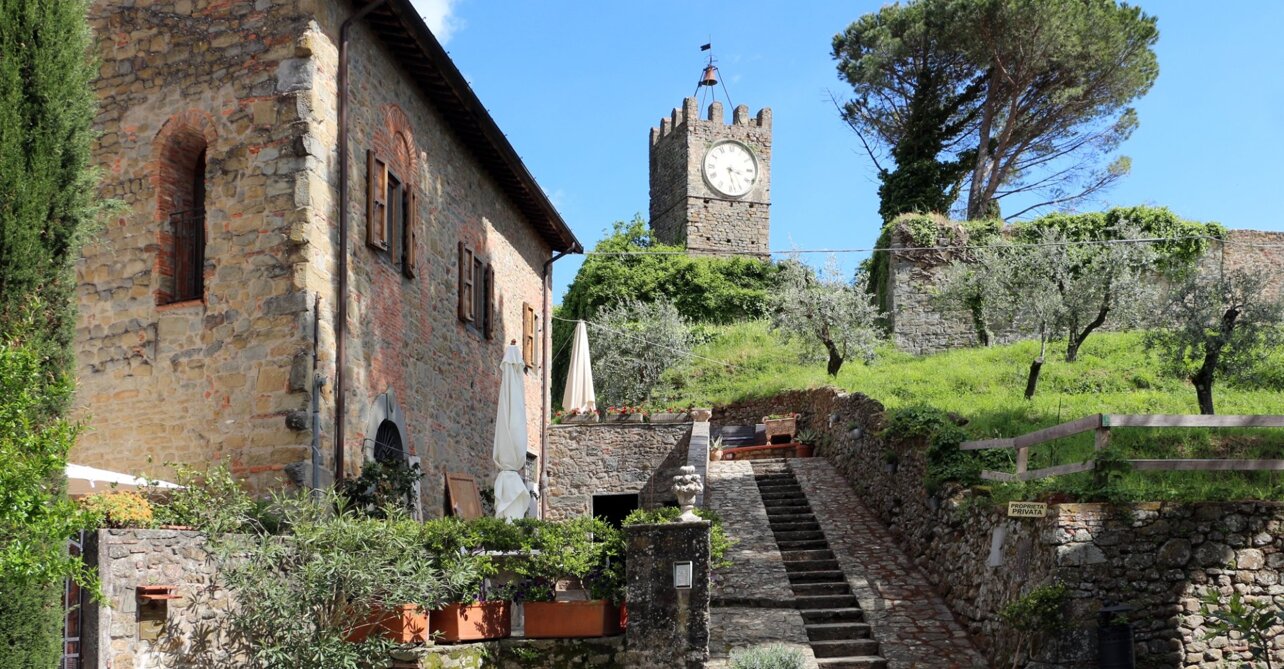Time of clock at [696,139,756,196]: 3:28
